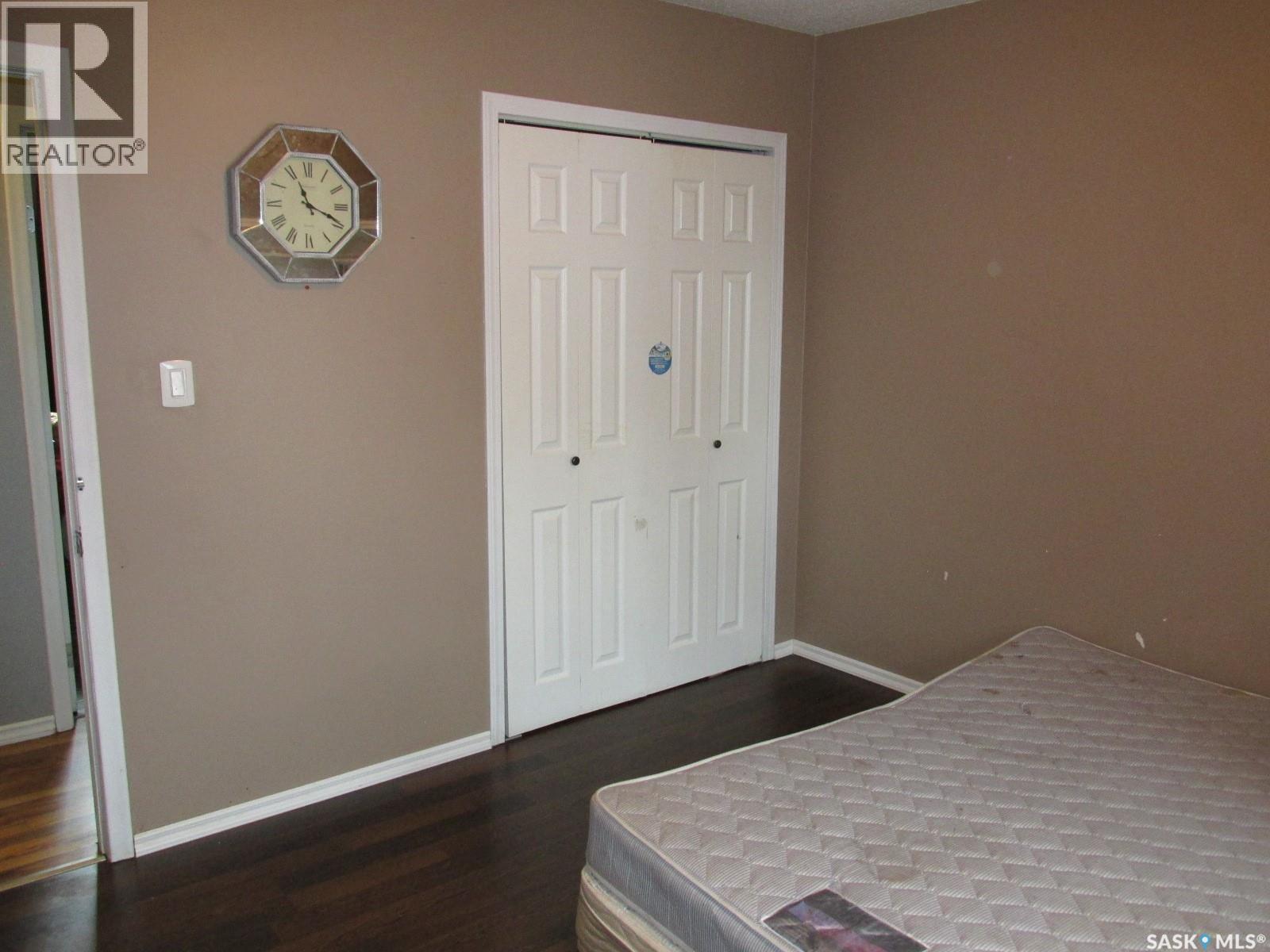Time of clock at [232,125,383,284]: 11:18
